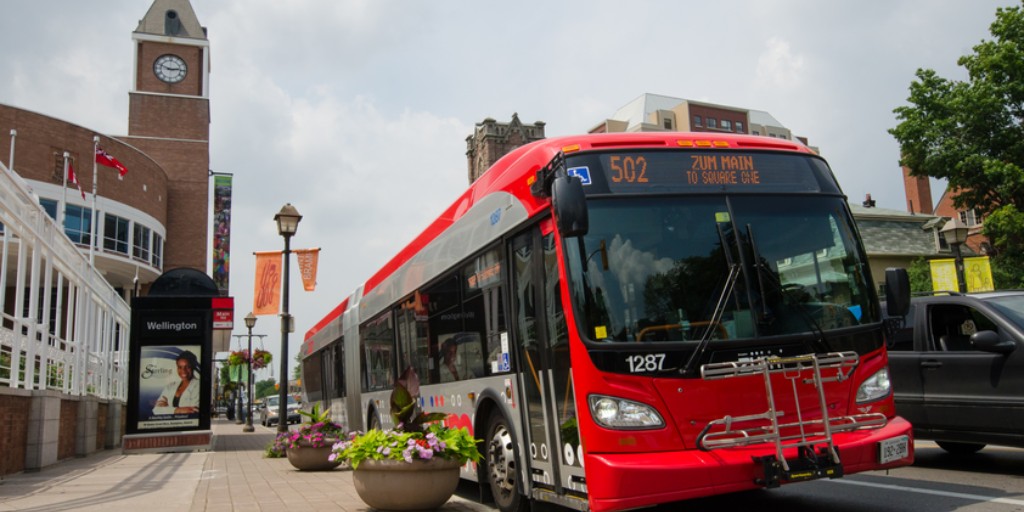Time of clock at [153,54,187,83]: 2:48
